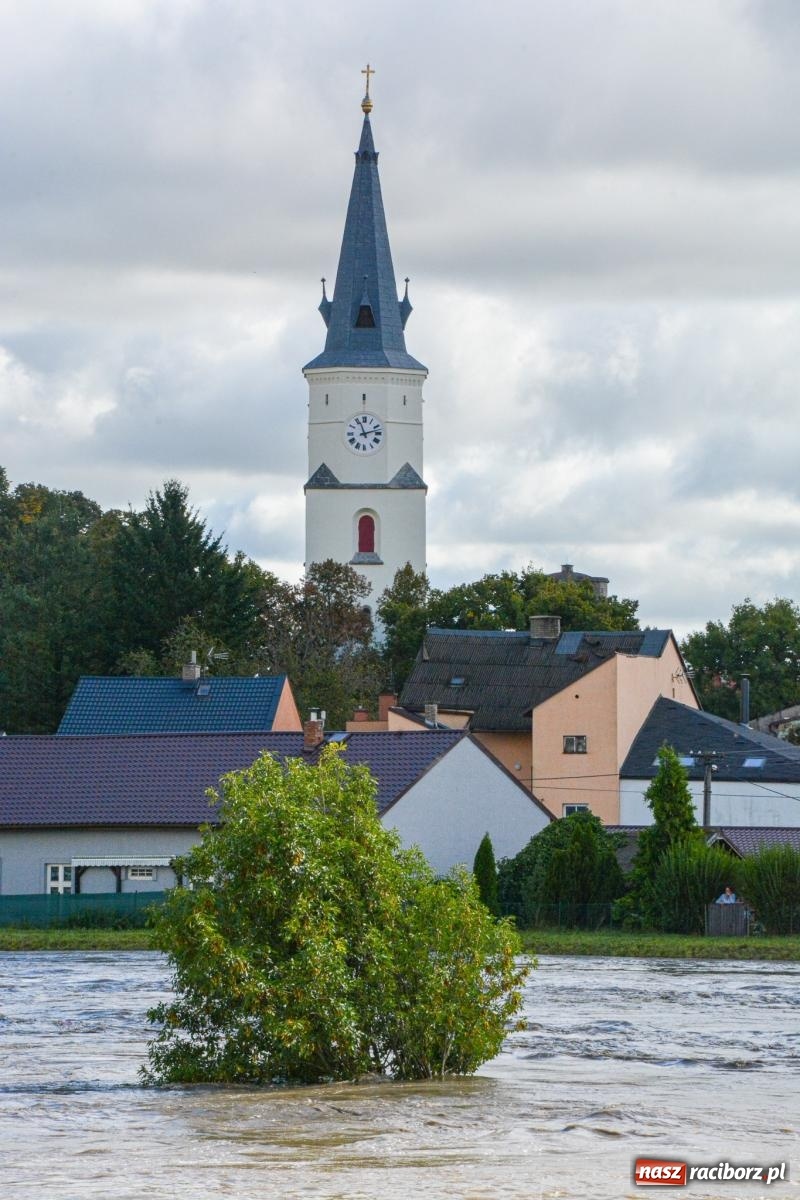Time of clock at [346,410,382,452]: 11:12
